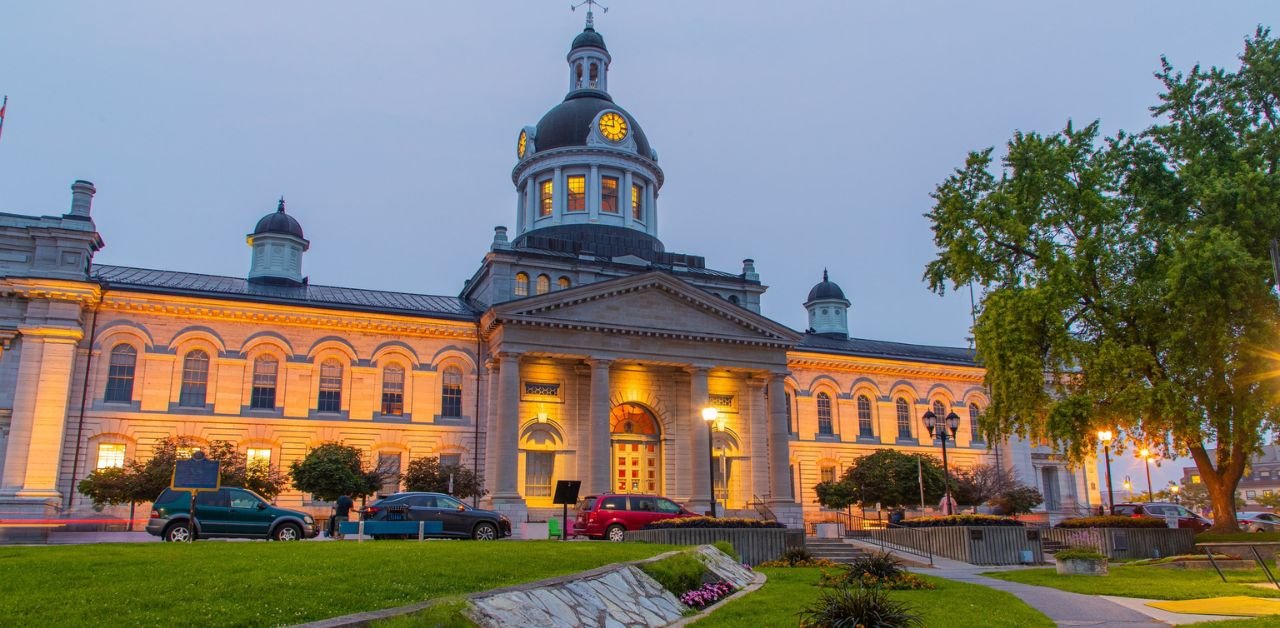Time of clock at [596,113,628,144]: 8:59
